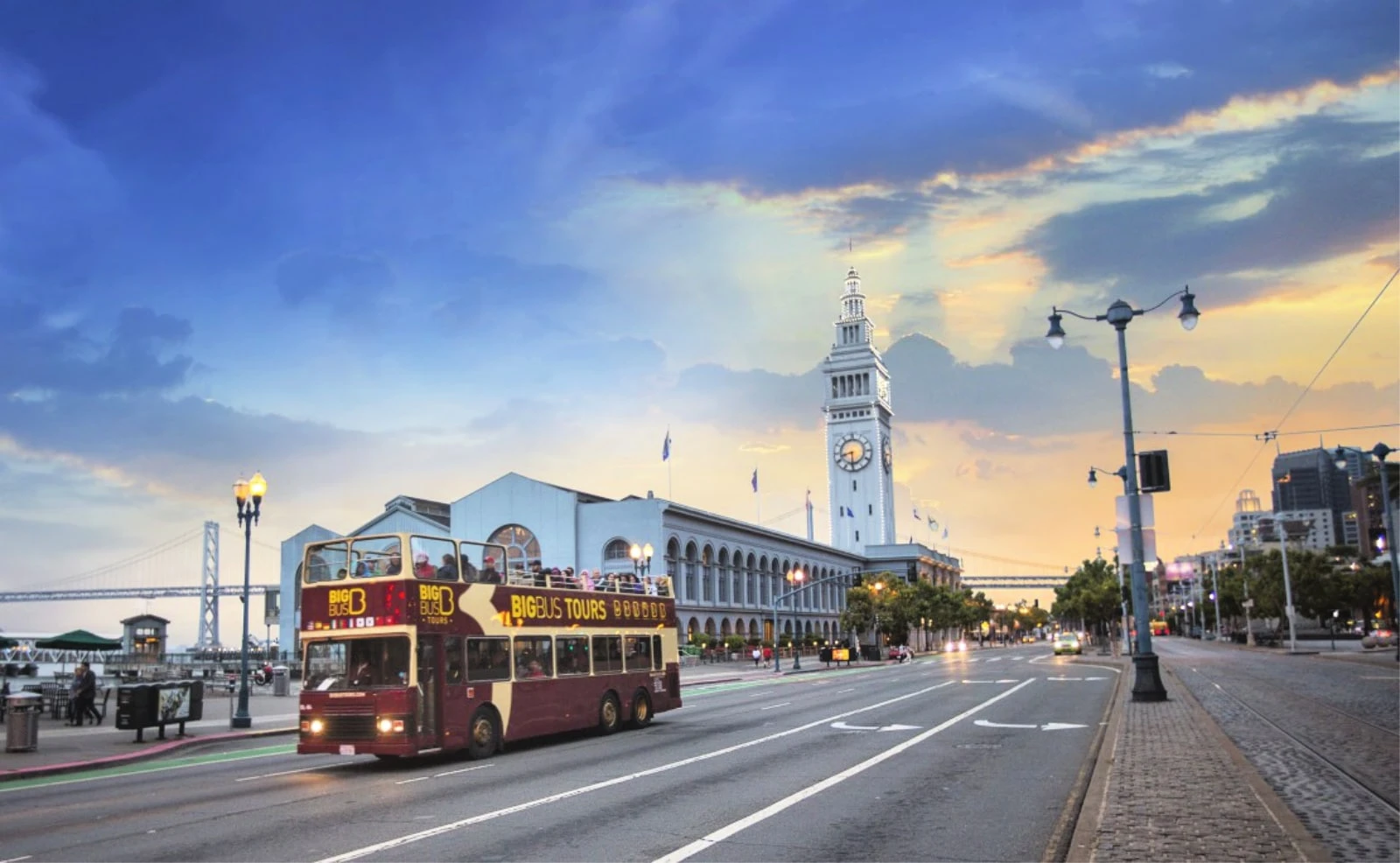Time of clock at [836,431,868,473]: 8:30
